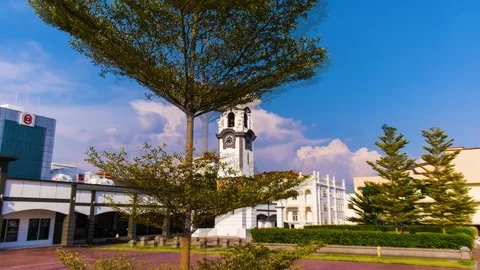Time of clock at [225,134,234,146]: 5:40
